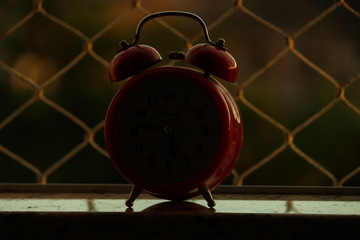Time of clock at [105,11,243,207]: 5:45
